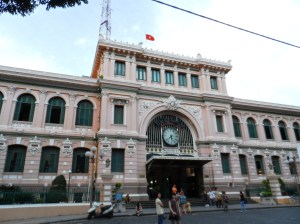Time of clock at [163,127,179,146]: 5:38
